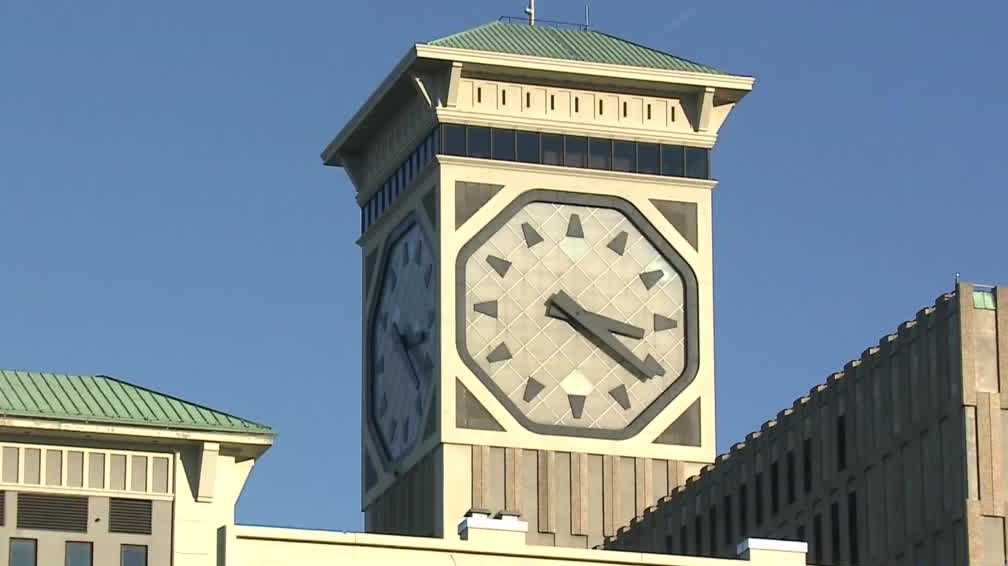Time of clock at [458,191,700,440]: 3:21
